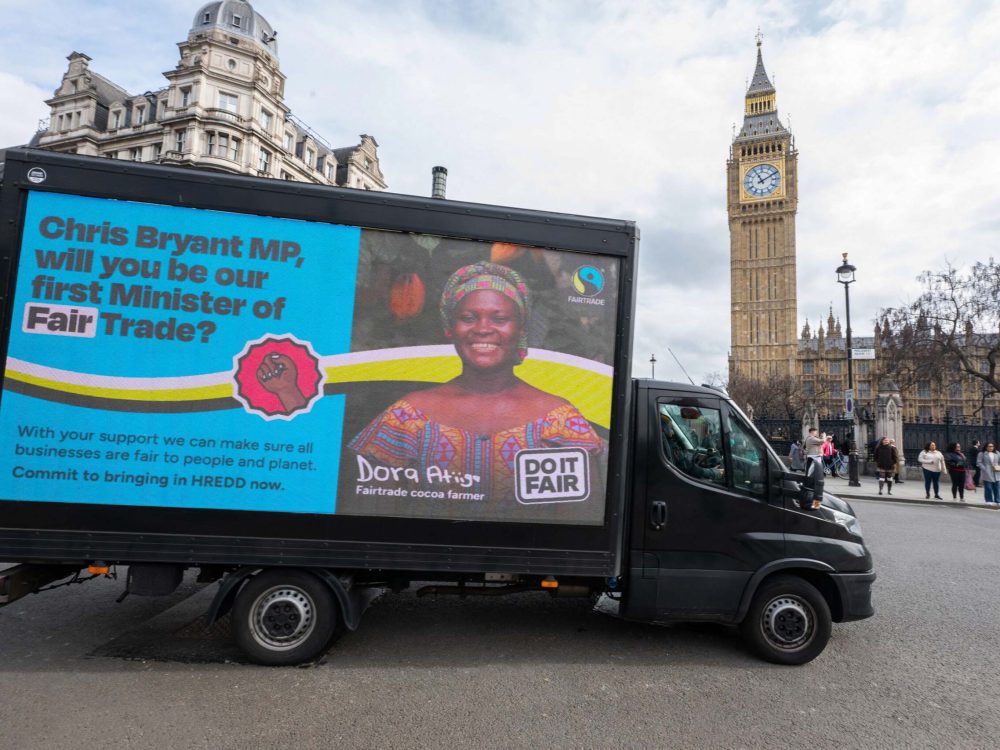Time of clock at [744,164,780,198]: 11:09
